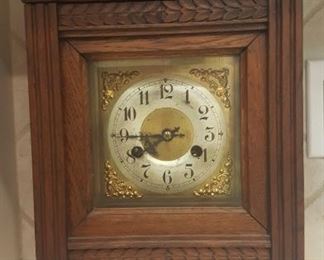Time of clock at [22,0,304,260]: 7:44
